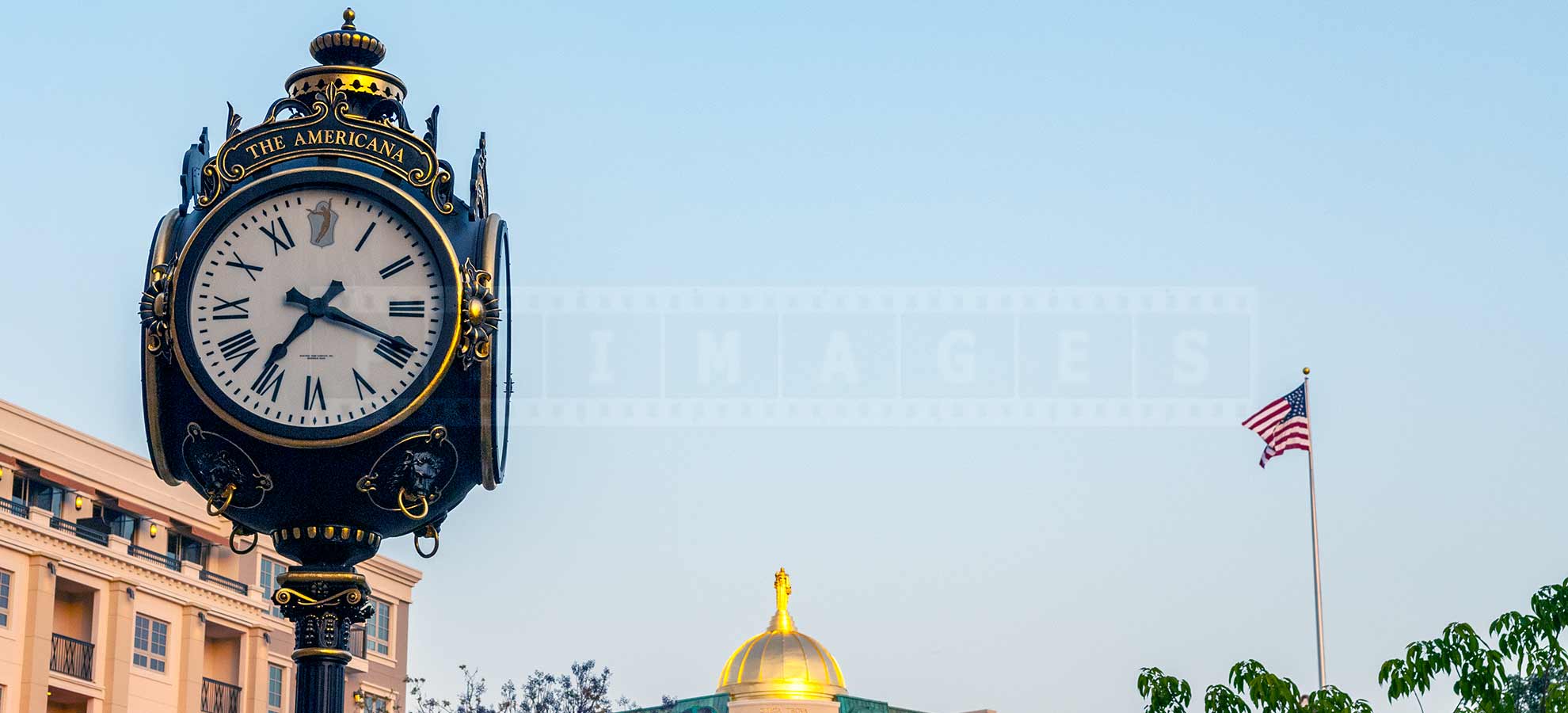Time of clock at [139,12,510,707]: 7:18
